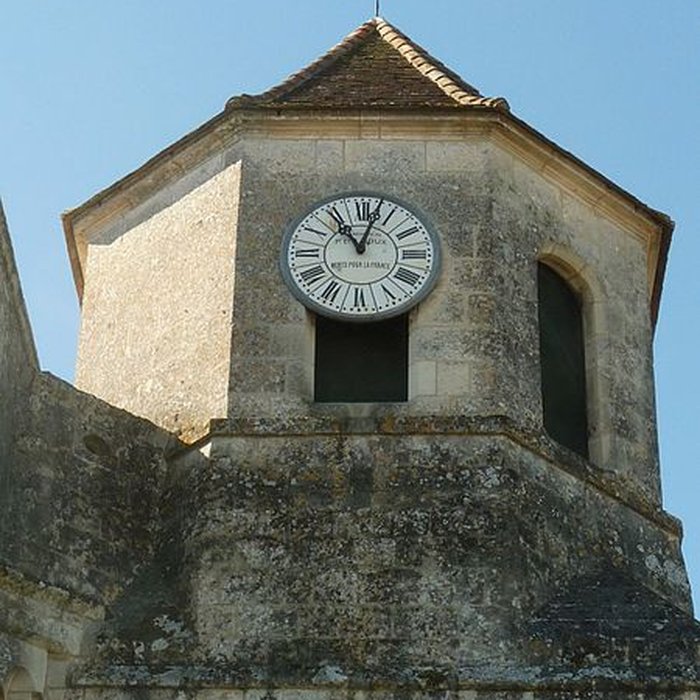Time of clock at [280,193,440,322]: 11:02
